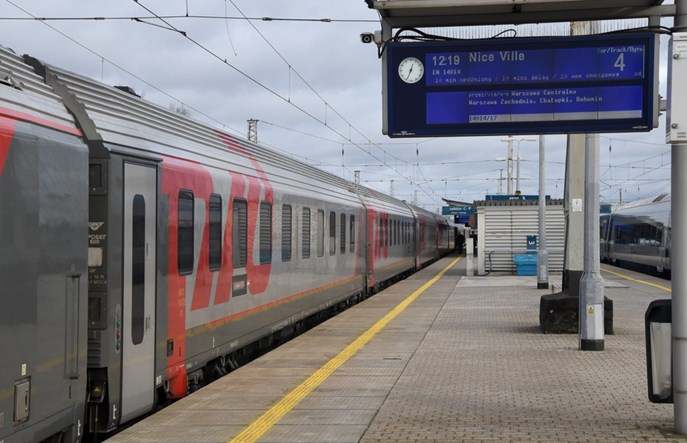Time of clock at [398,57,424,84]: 12:34
